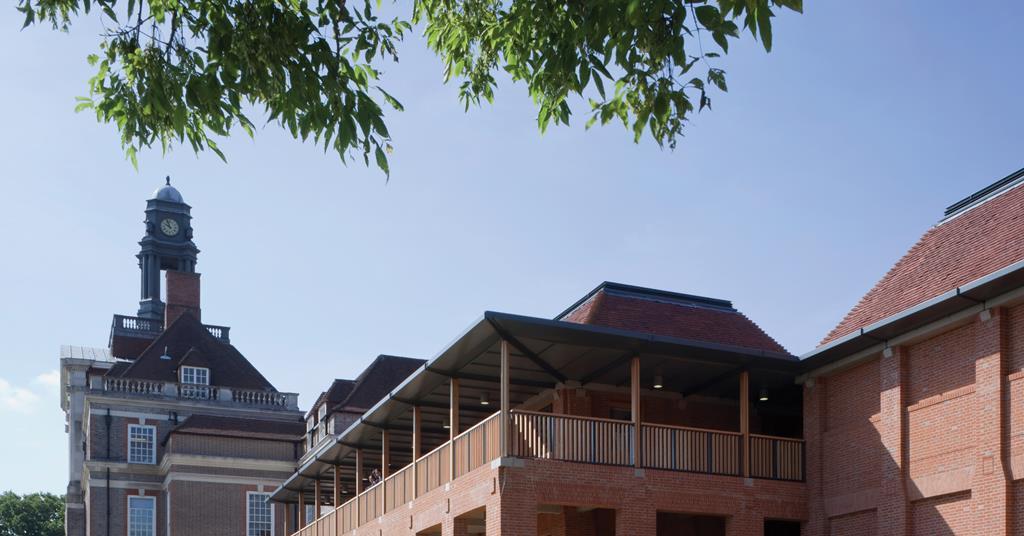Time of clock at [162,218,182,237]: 9:56
